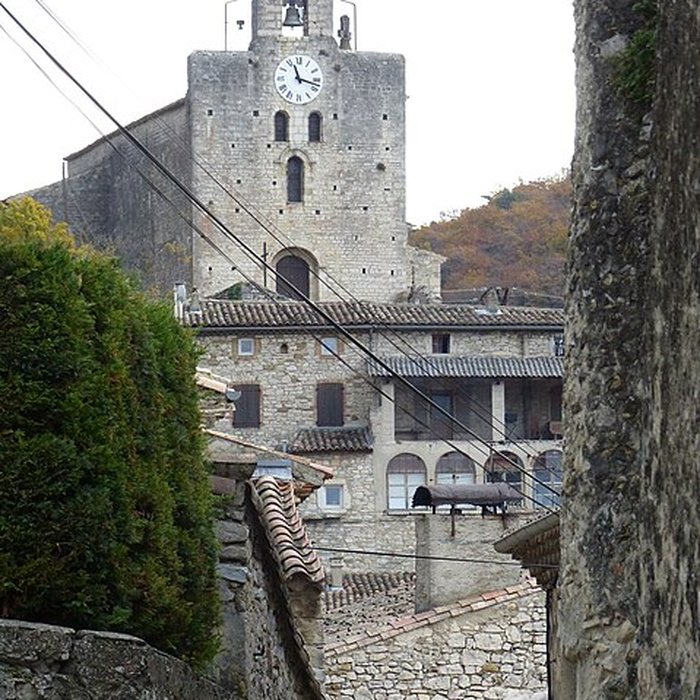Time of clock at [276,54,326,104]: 11:17
